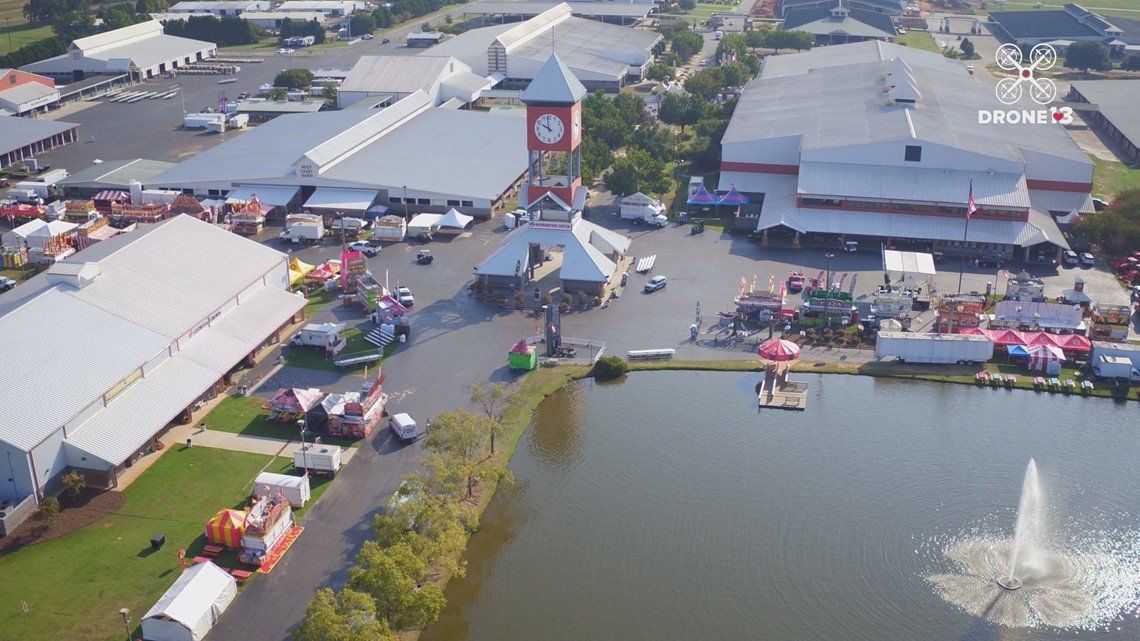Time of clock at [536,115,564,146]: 9:58
